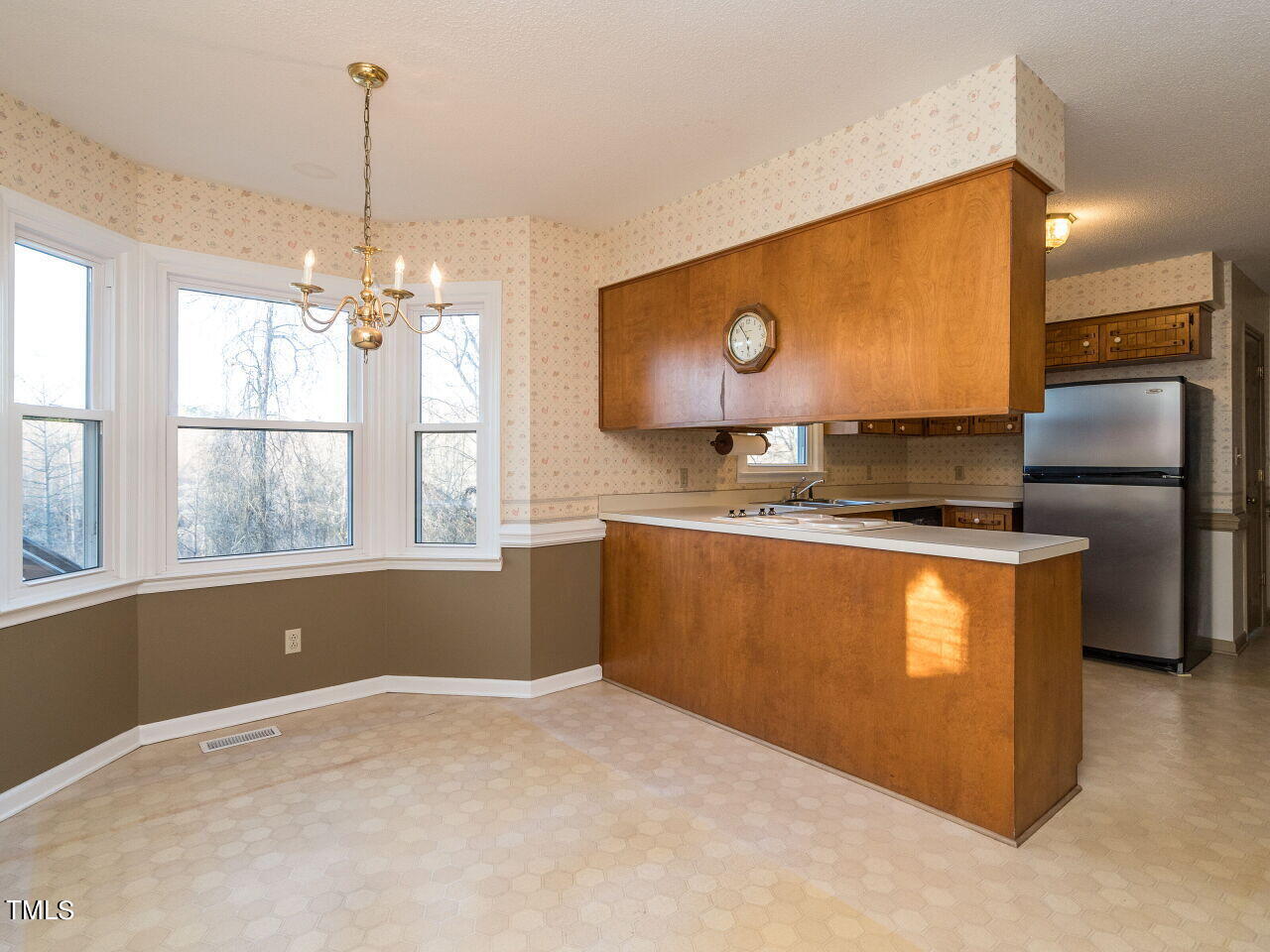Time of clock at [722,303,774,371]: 5:53
